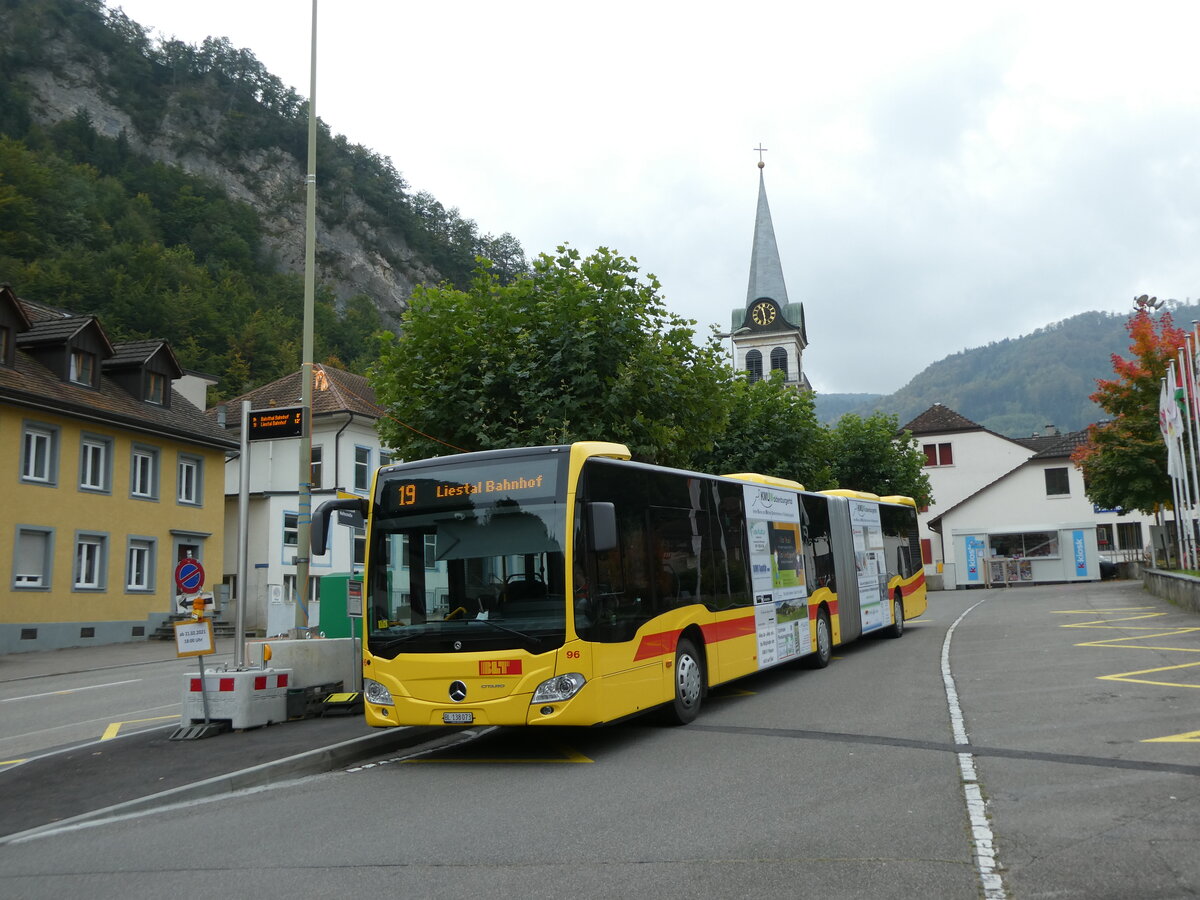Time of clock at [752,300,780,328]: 11:28
